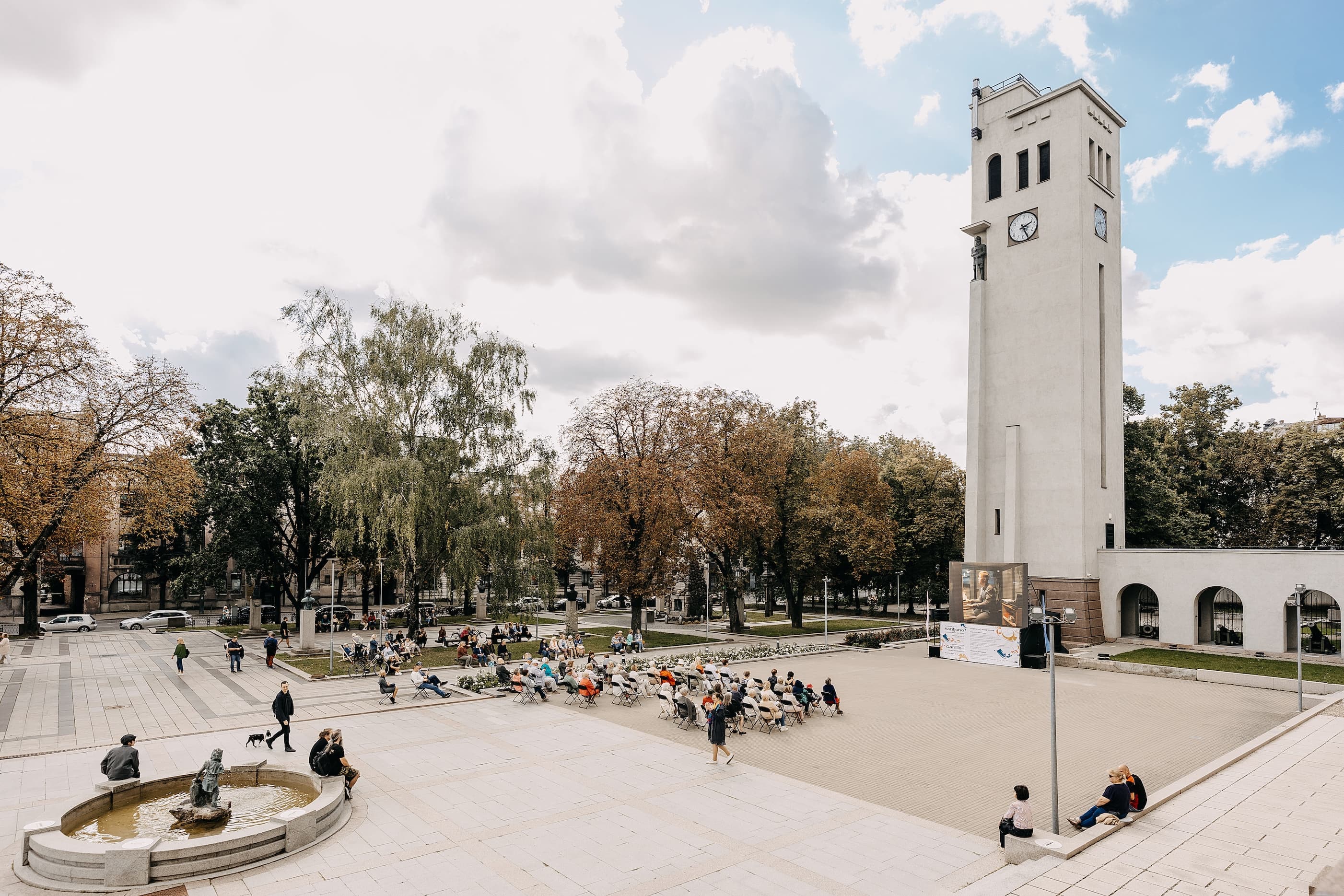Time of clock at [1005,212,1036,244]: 2:26
